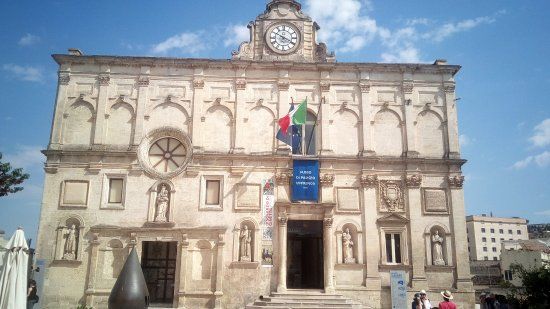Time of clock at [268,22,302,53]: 3:50
